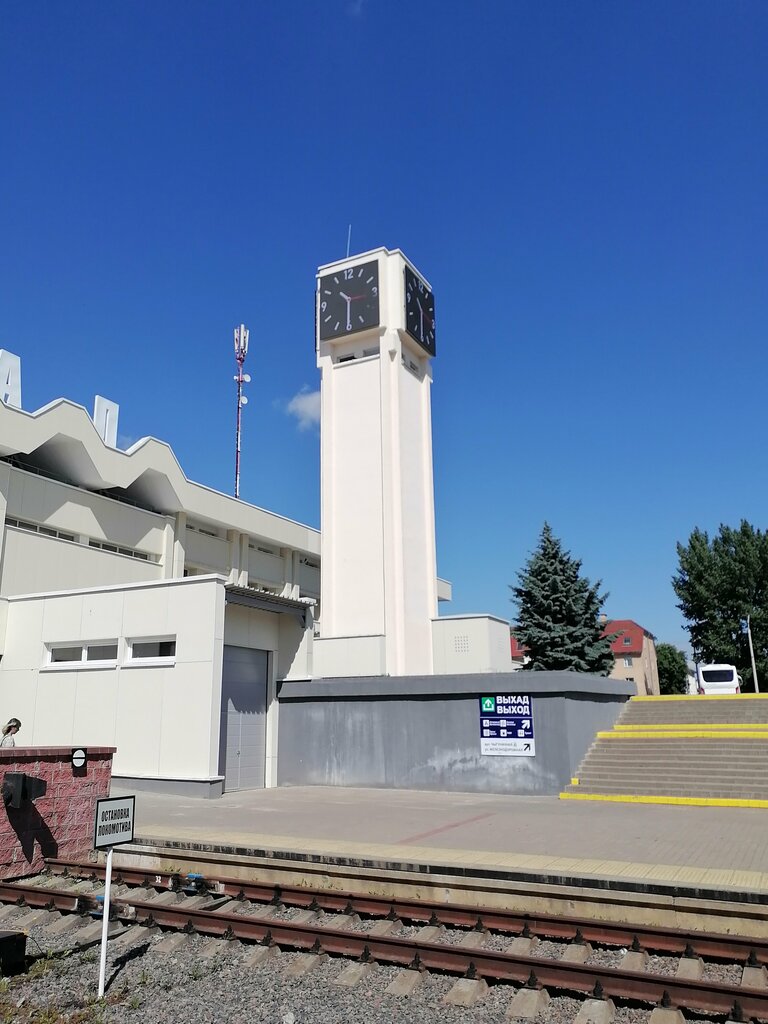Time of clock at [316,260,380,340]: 10:30
